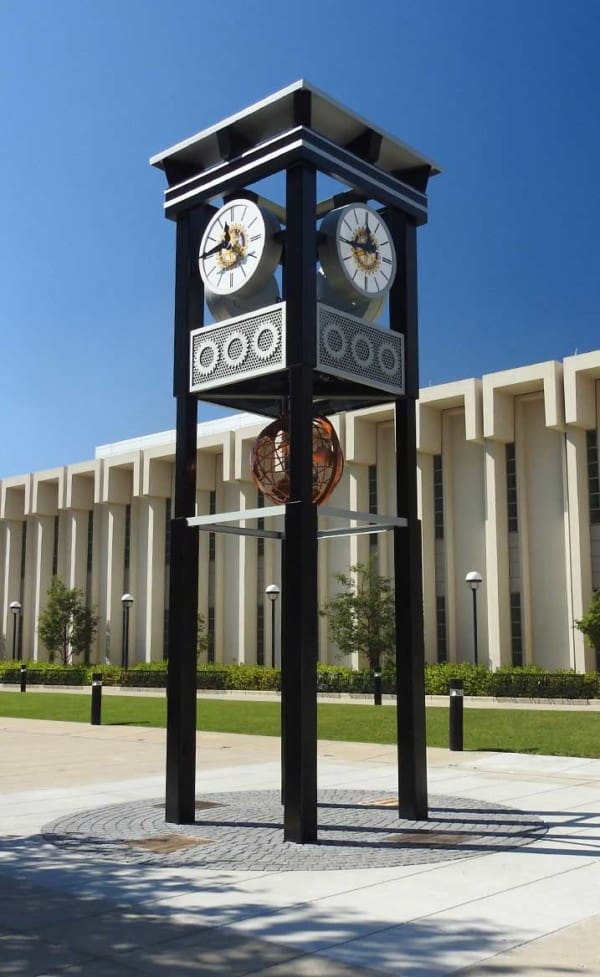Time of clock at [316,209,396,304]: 11:44
